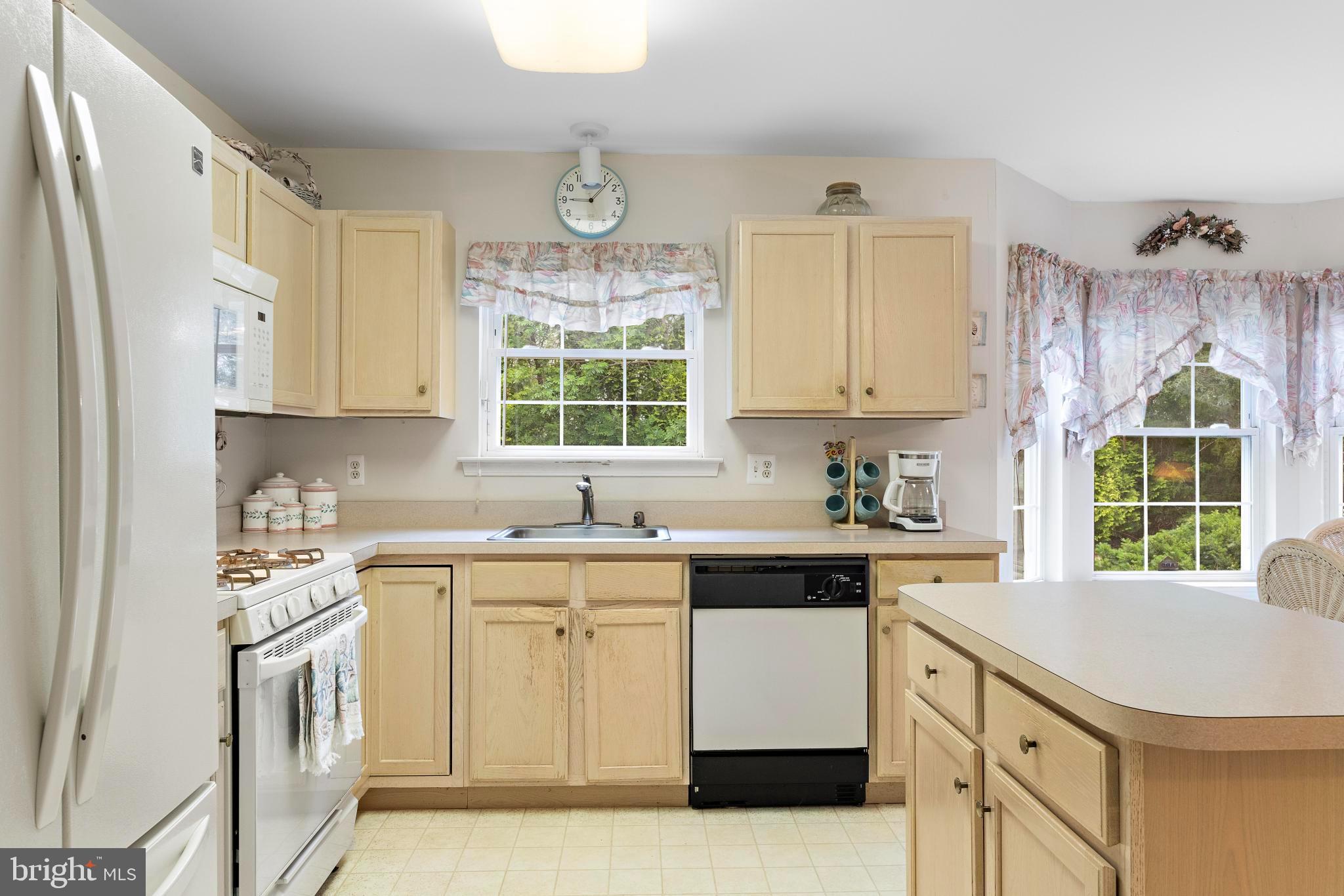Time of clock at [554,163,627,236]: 9:07
